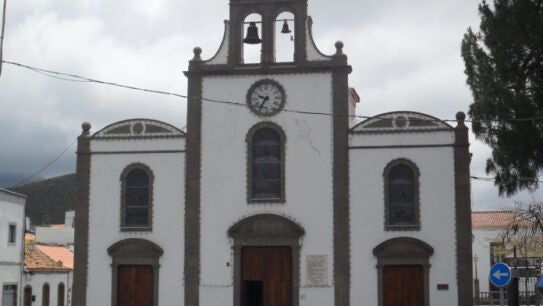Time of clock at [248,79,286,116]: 9:36
